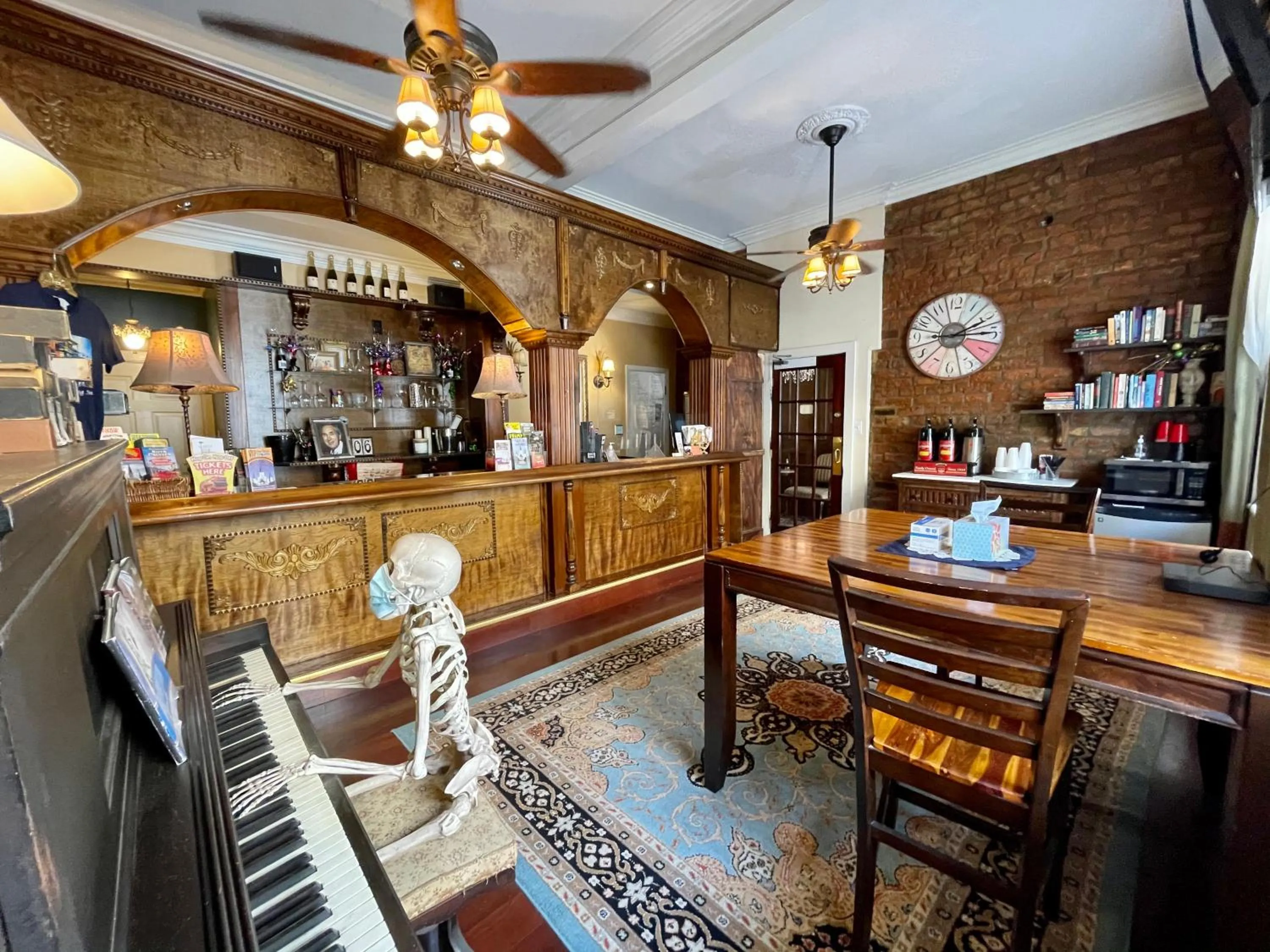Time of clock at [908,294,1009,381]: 2:15
